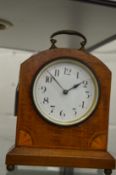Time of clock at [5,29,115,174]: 1:52
